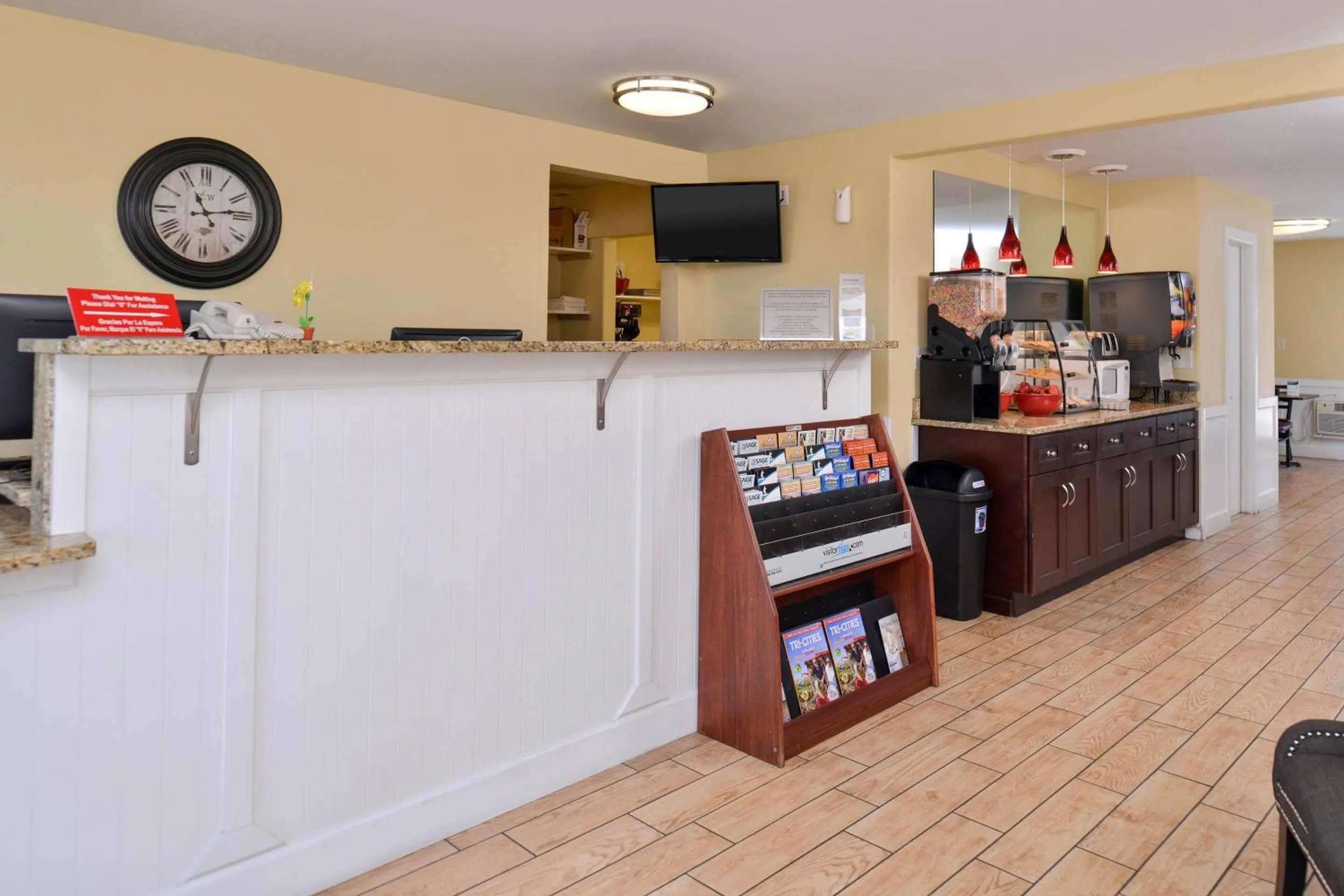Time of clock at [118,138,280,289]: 11:13
